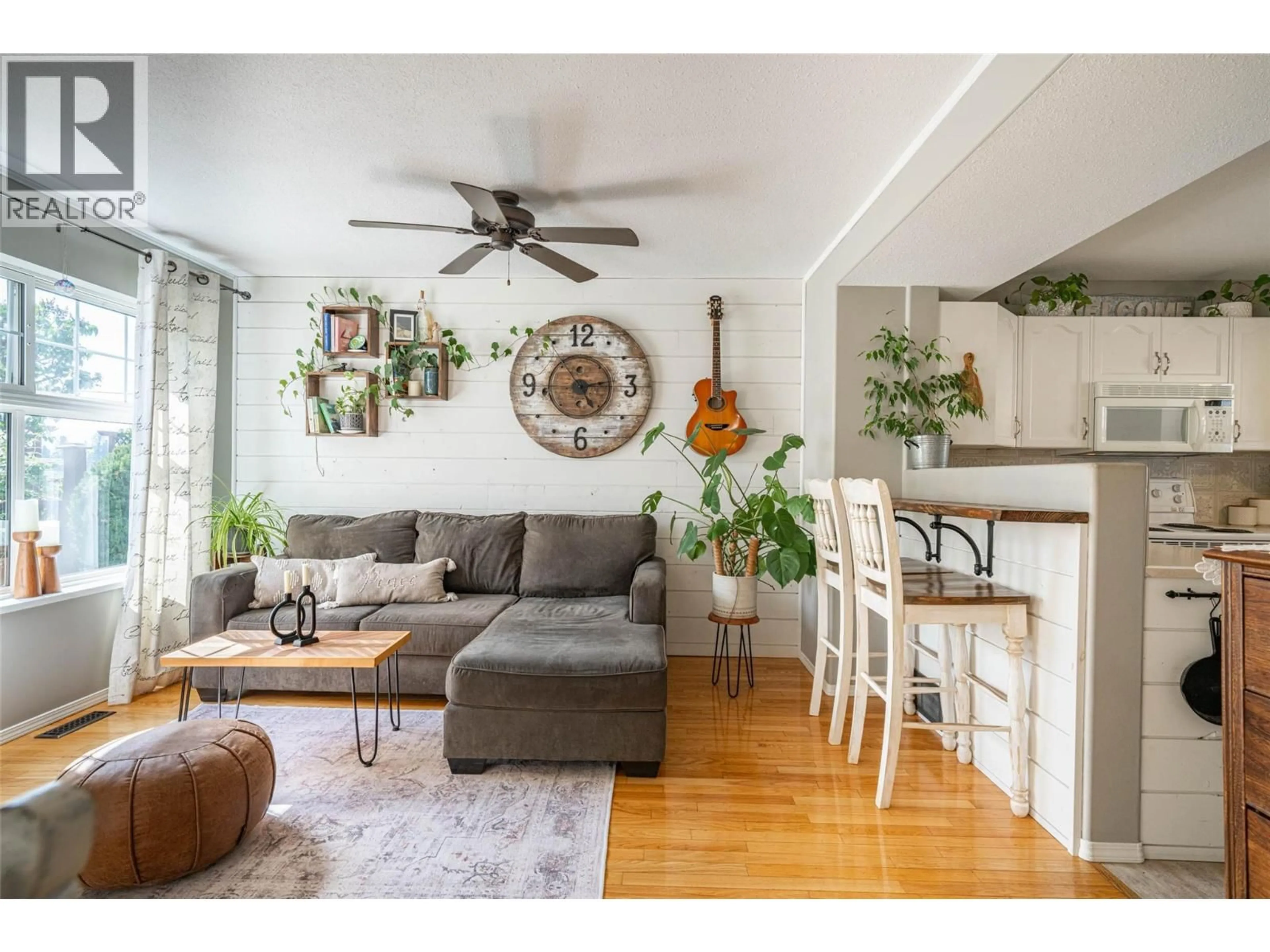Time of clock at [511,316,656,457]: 5:14
